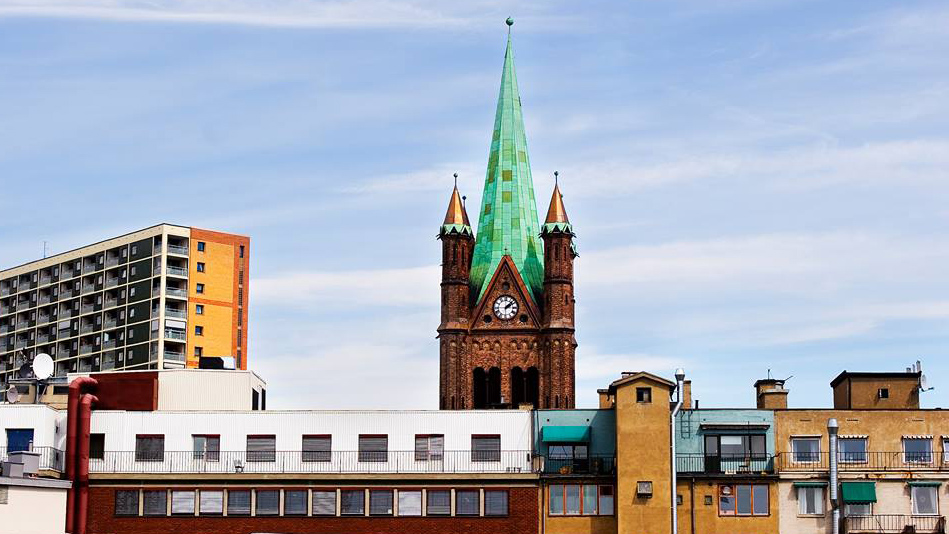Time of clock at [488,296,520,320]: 2:07
